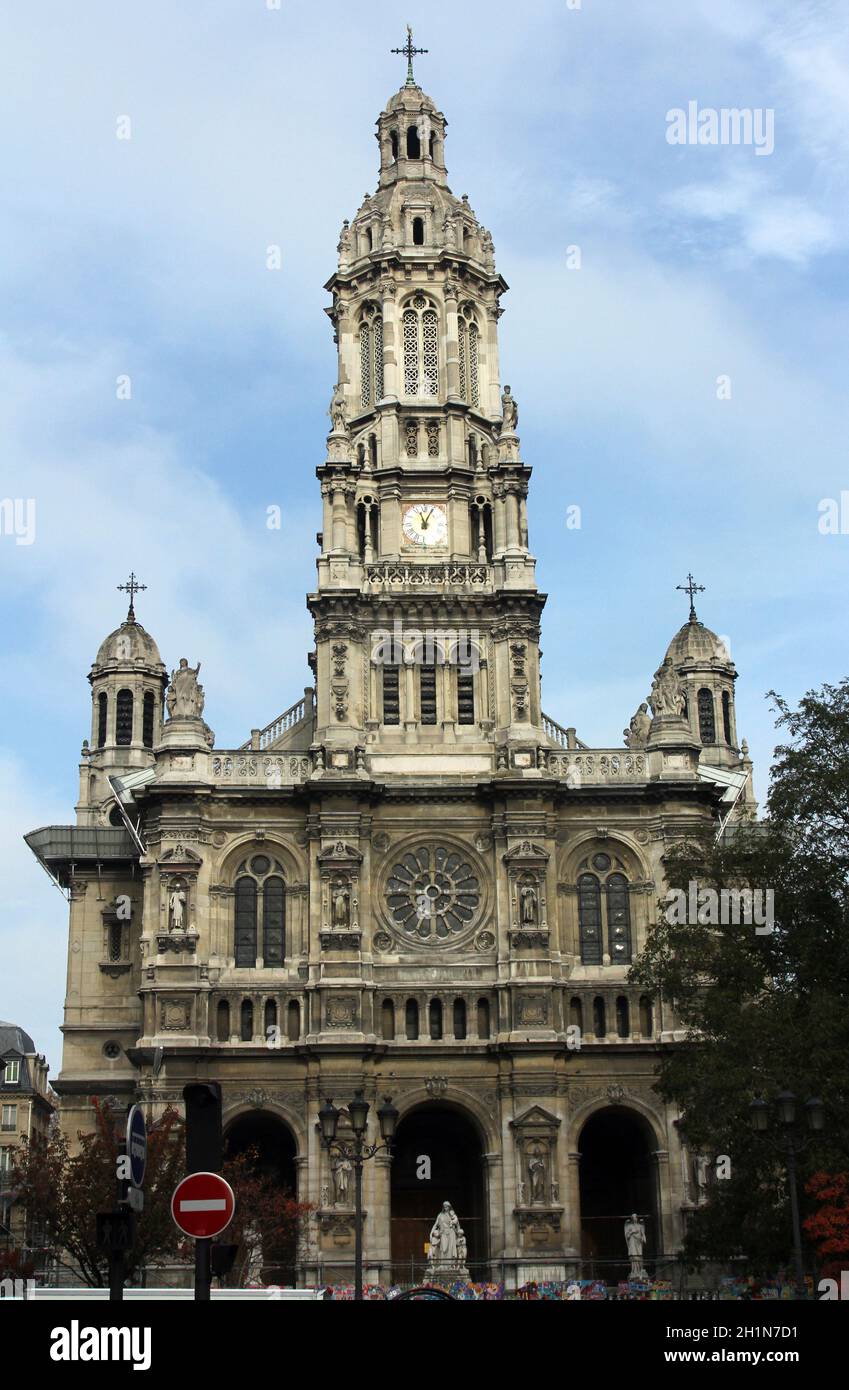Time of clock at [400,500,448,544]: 11:04
